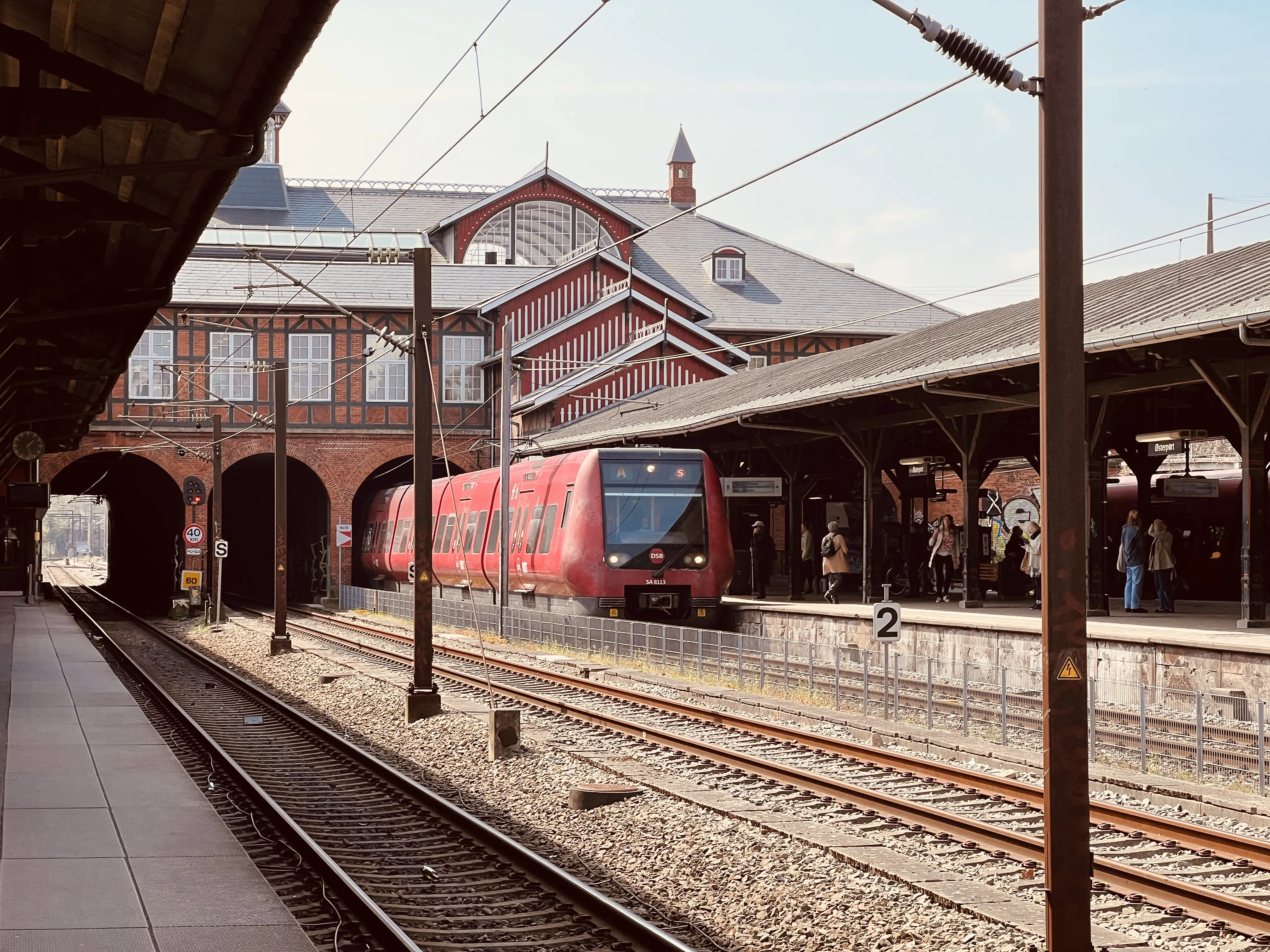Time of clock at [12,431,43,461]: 1:28
